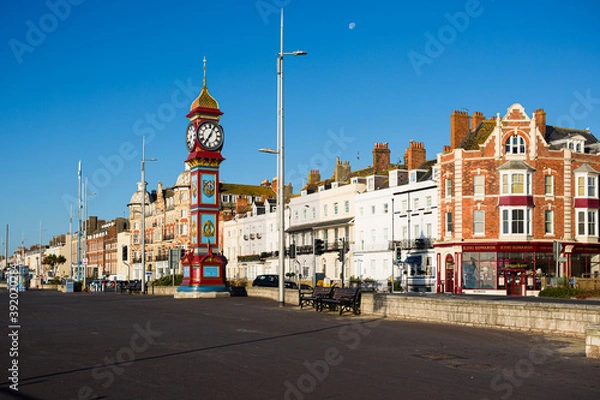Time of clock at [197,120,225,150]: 7:04
